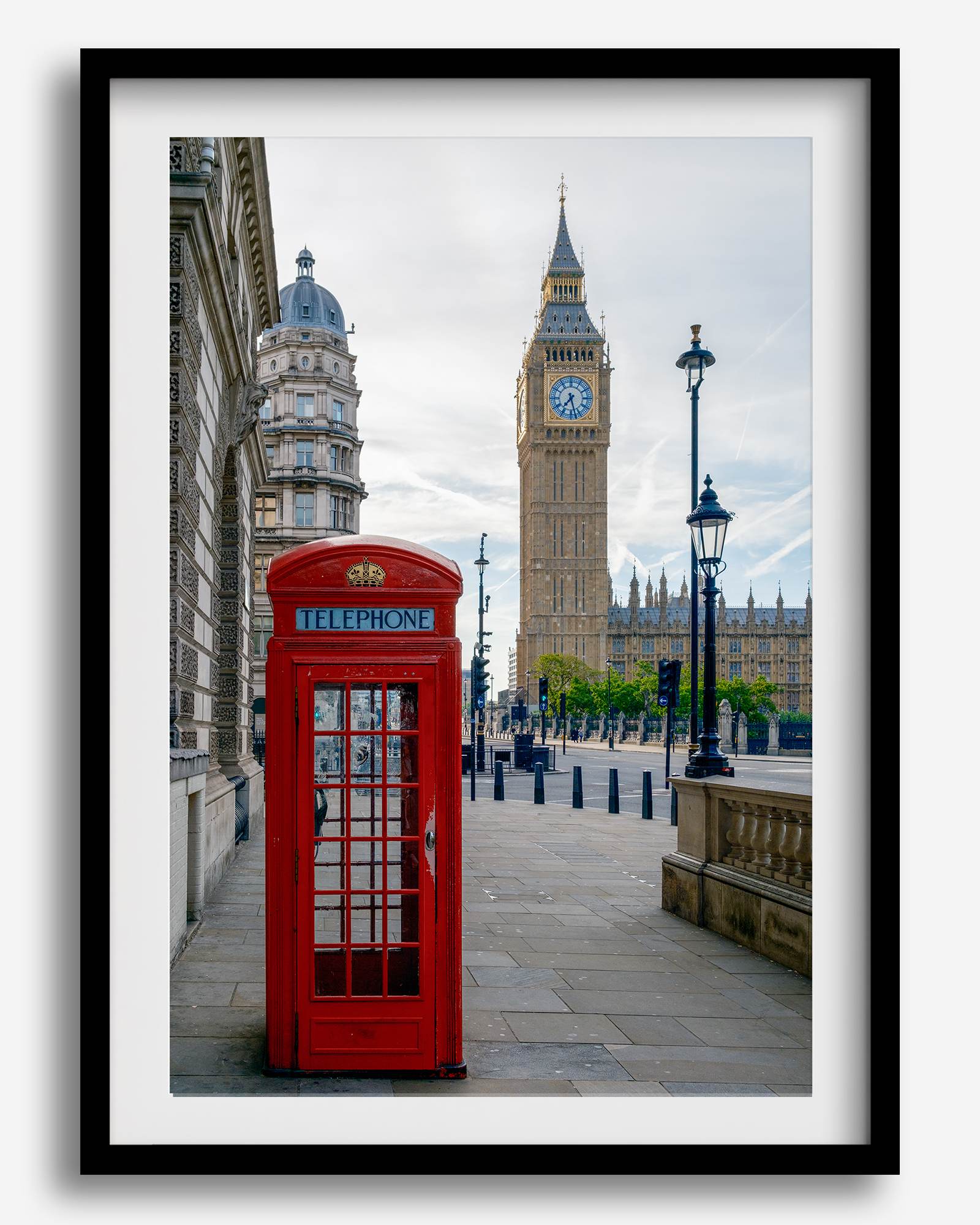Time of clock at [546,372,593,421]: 7:27
